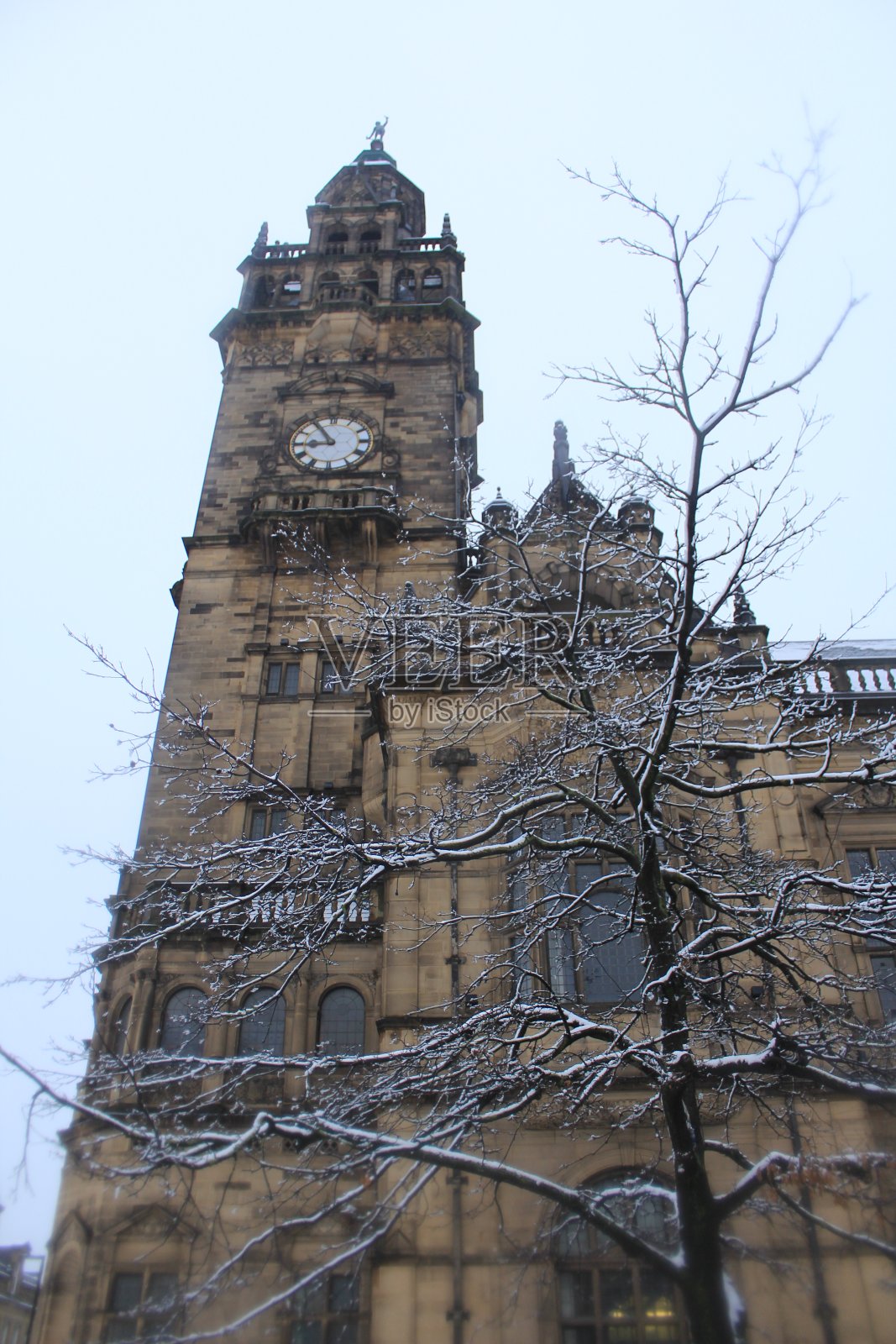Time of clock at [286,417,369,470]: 8:54
